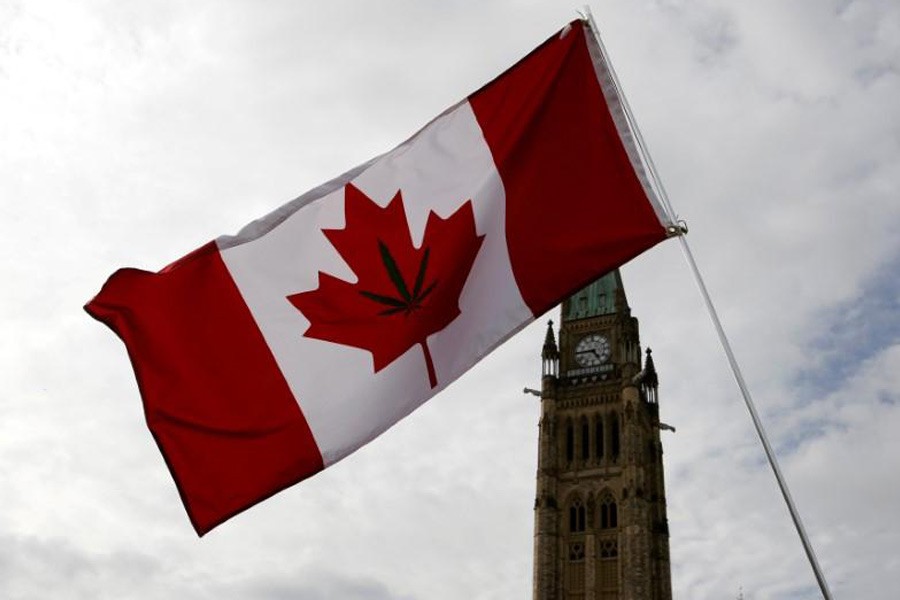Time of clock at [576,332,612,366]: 4:44
